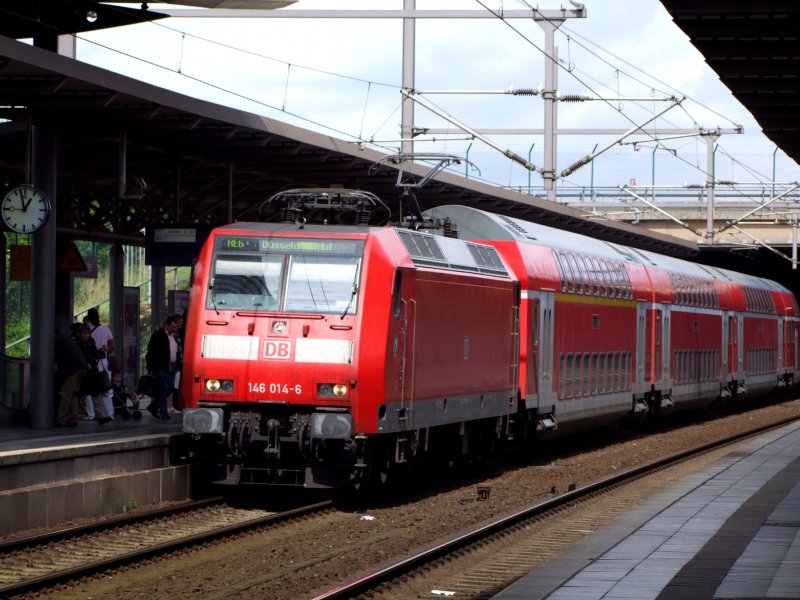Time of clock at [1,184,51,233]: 12:57
